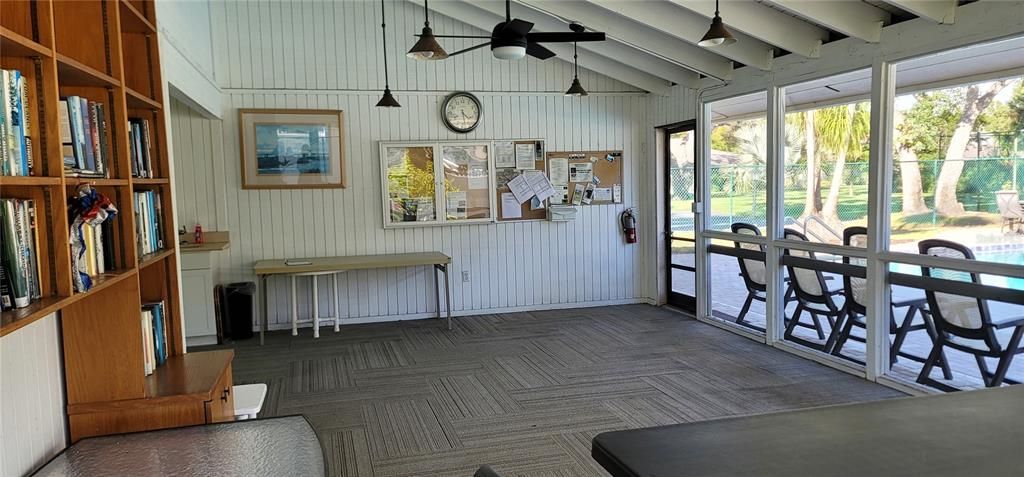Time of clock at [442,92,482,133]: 4:28
